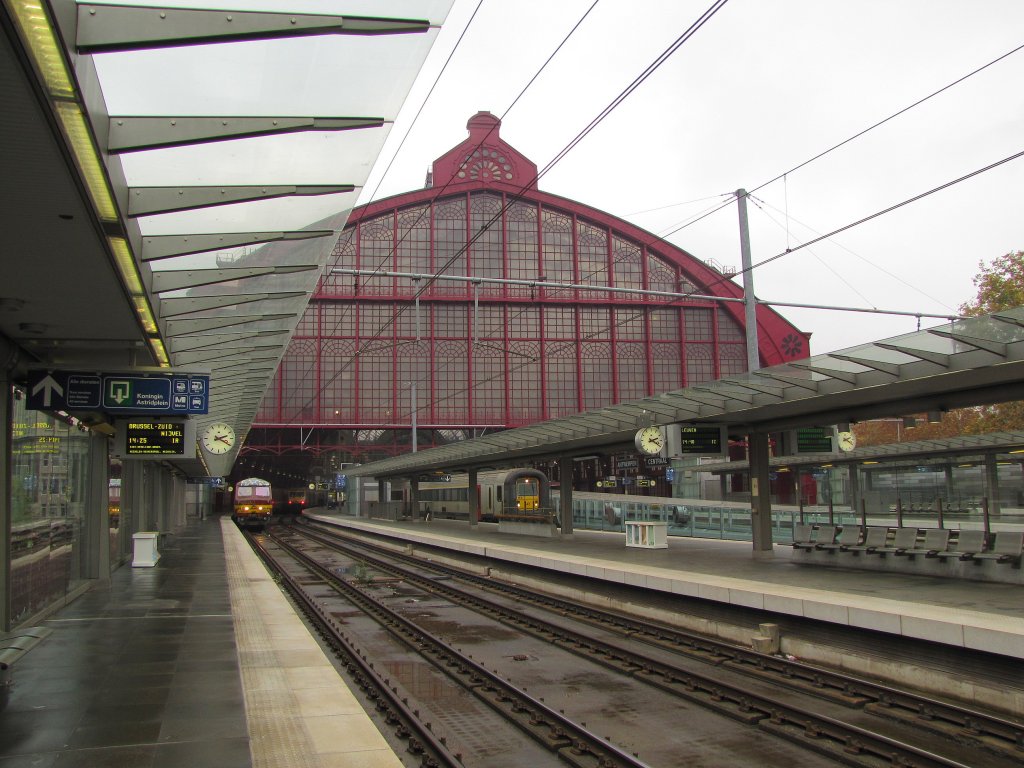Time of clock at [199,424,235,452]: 2:20
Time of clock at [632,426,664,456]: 2:19
